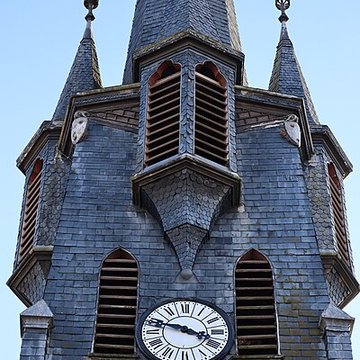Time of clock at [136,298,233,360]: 3:47
